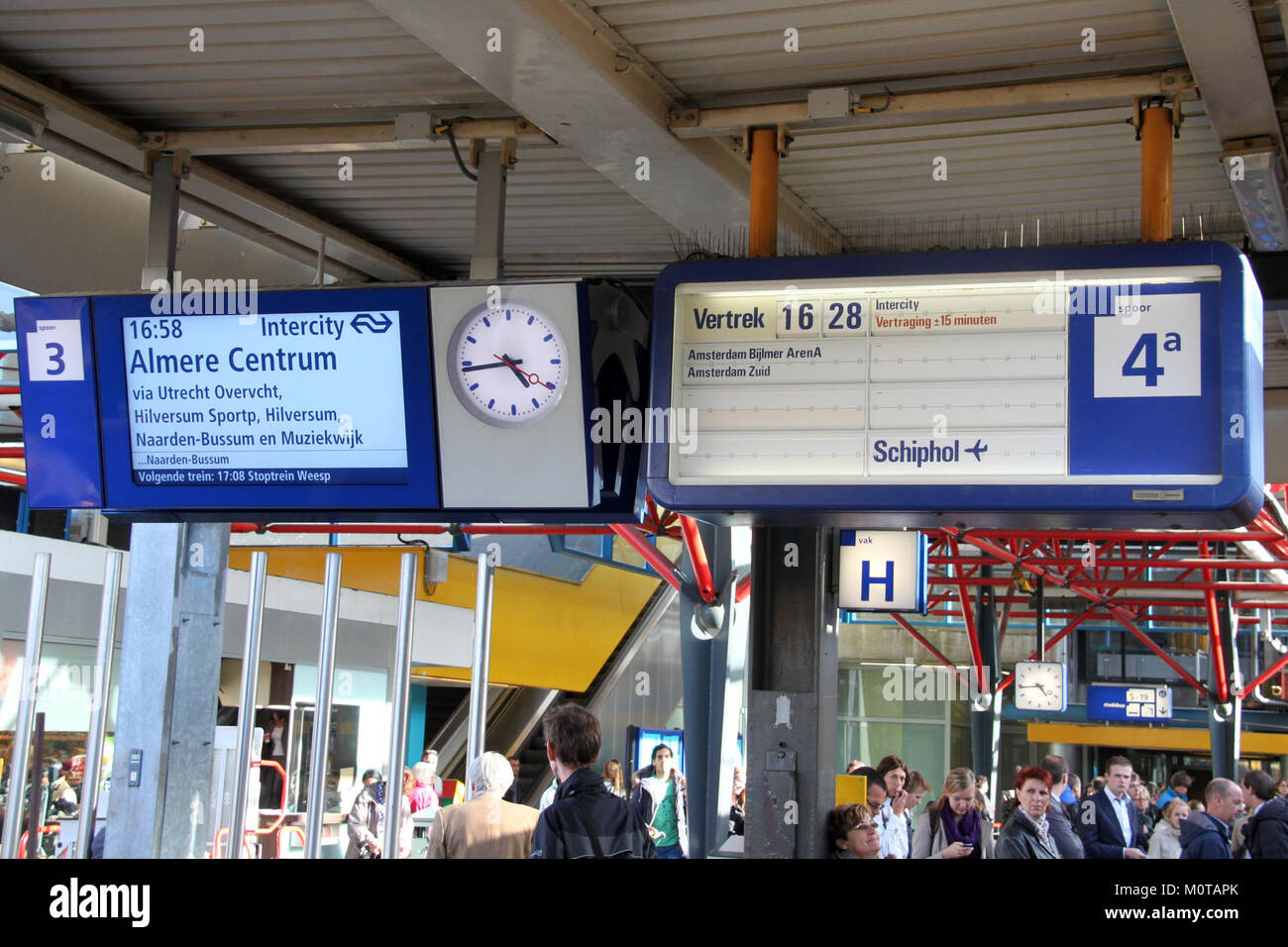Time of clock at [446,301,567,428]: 4:43
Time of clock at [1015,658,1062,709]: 4:44
